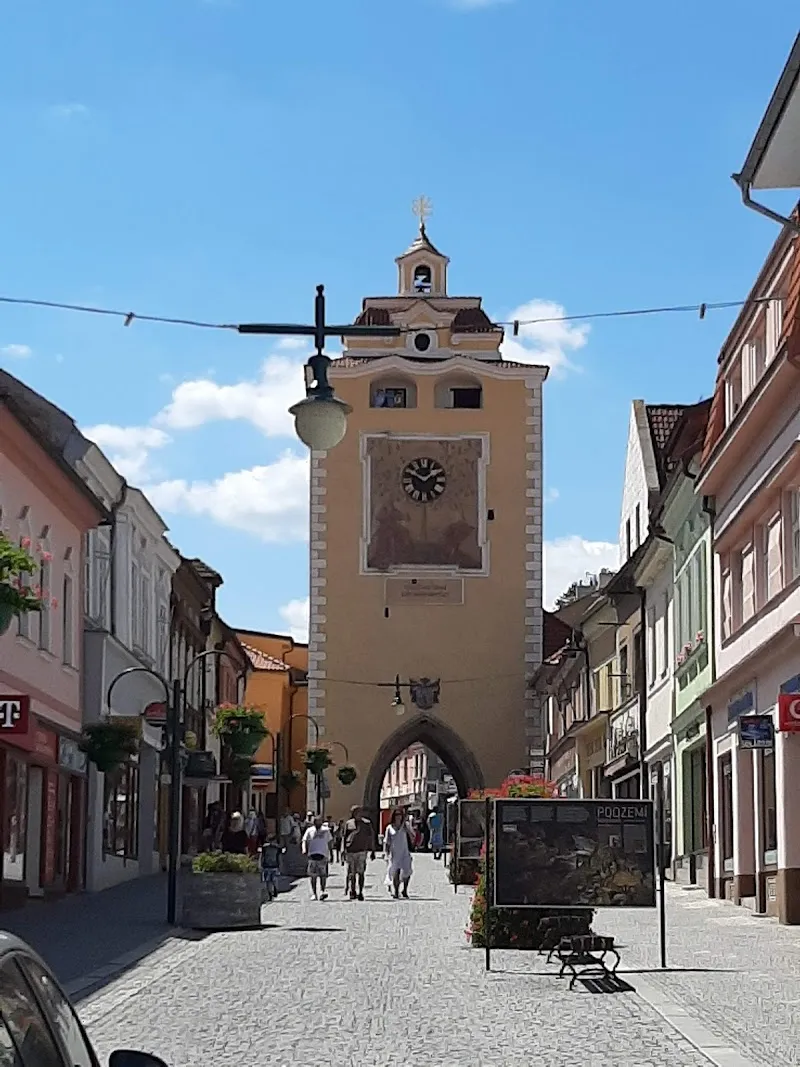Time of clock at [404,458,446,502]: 1:50
